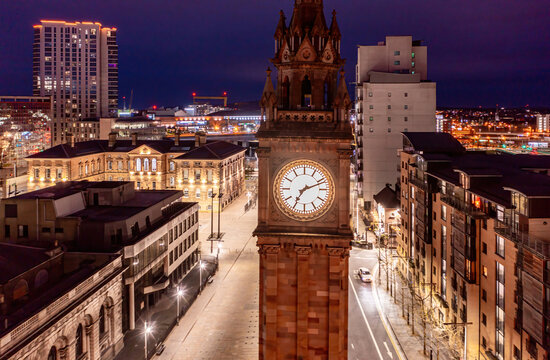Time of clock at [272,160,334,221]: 7:11
